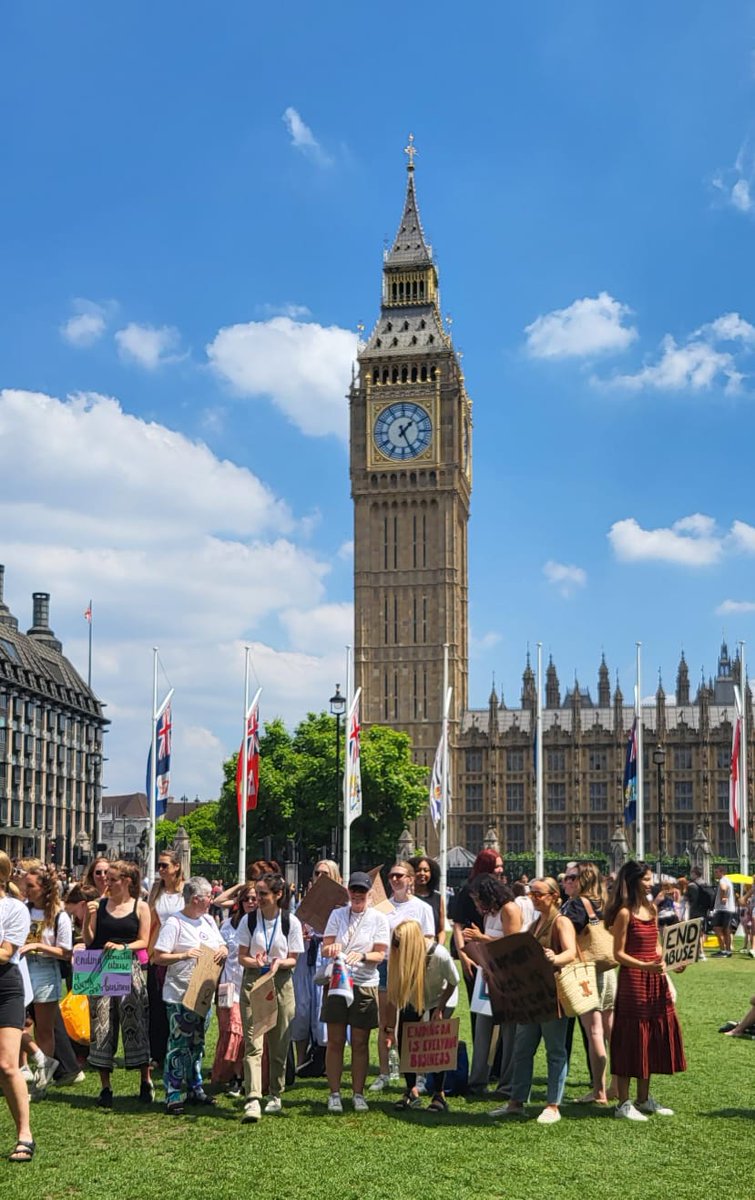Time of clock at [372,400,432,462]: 1:25
